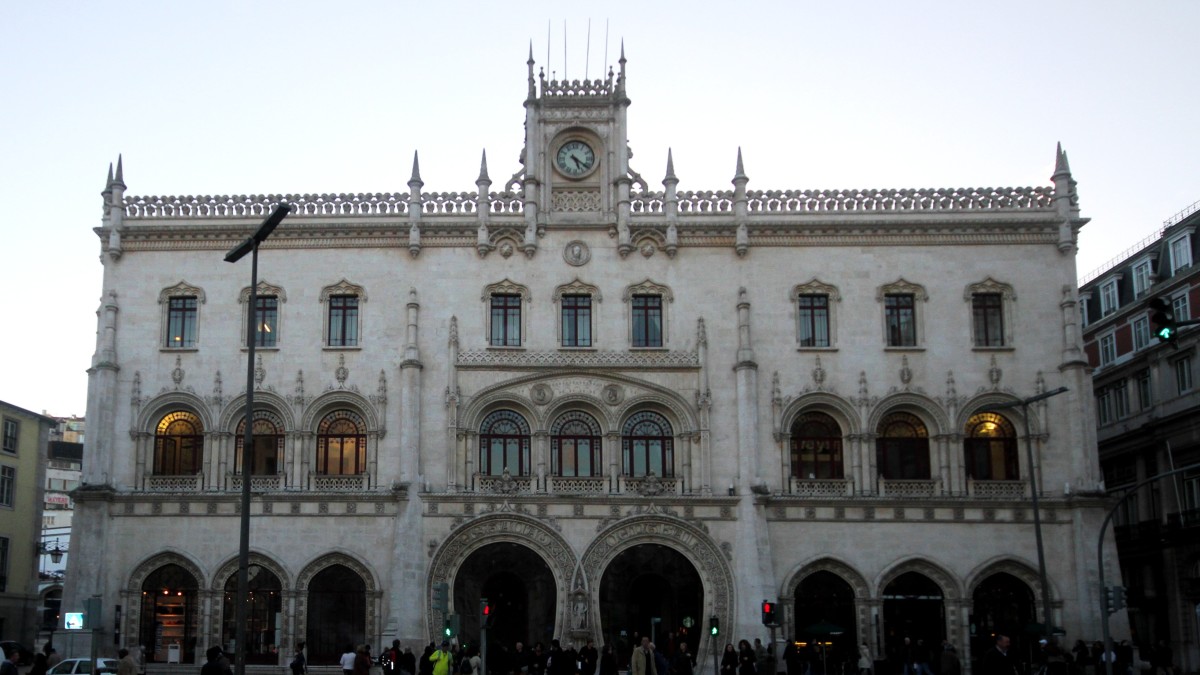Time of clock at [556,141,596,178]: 5:20
